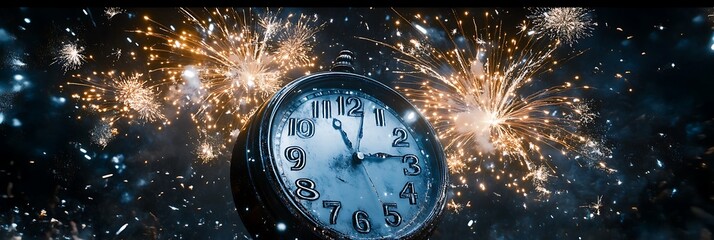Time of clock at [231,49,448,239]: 11:13
